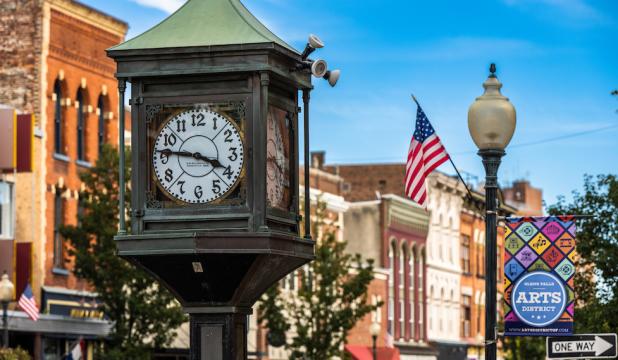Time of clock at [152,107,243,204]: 3:46
